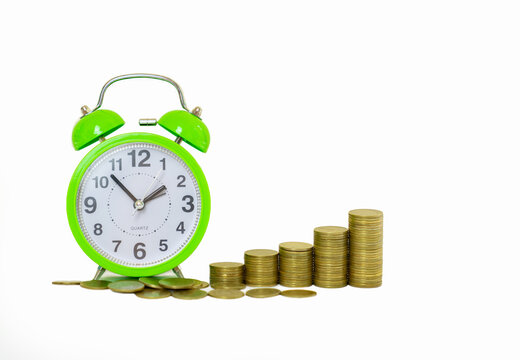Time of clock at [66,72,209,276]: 1:52
